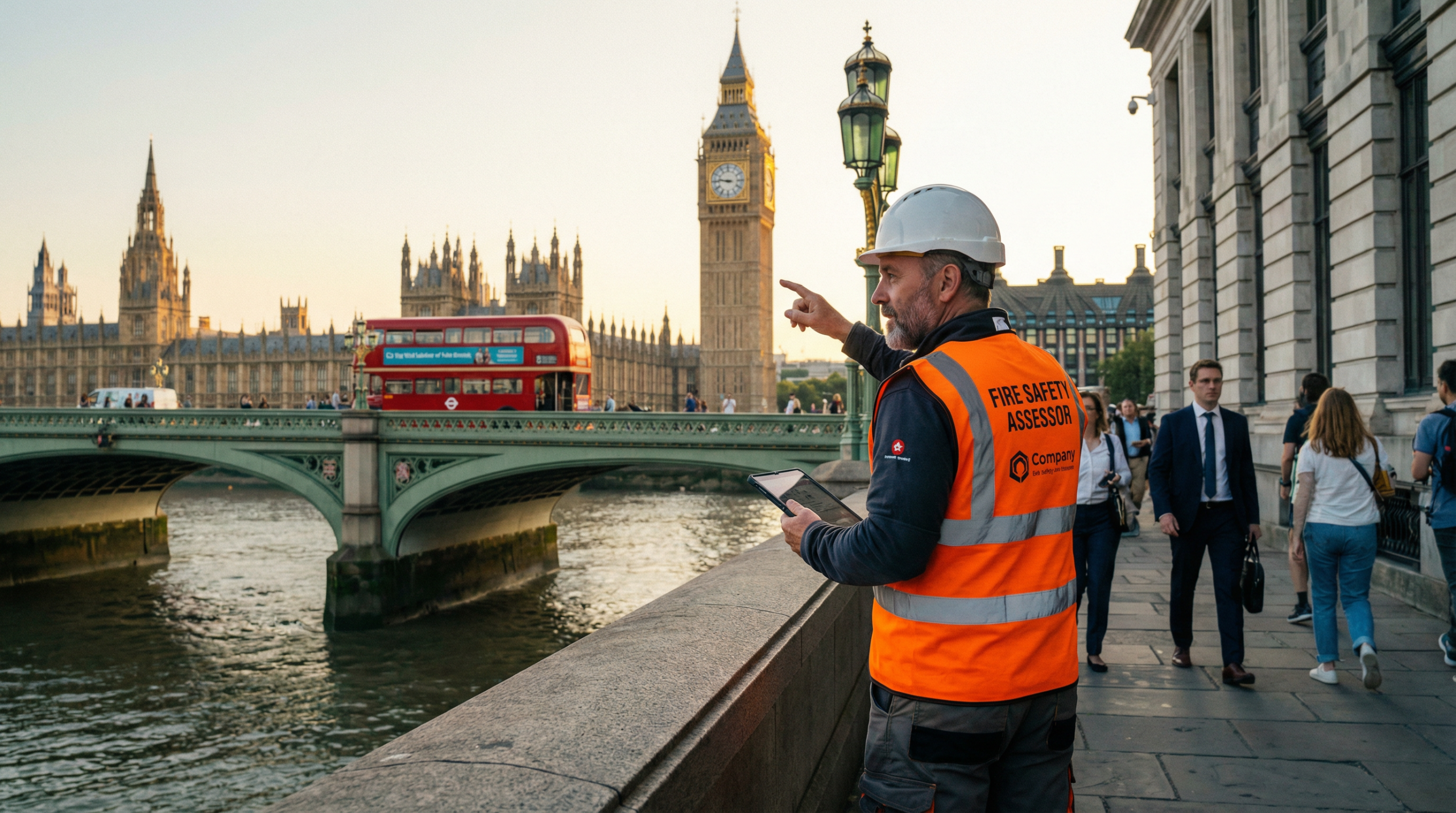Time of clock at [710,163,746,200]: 8:46
